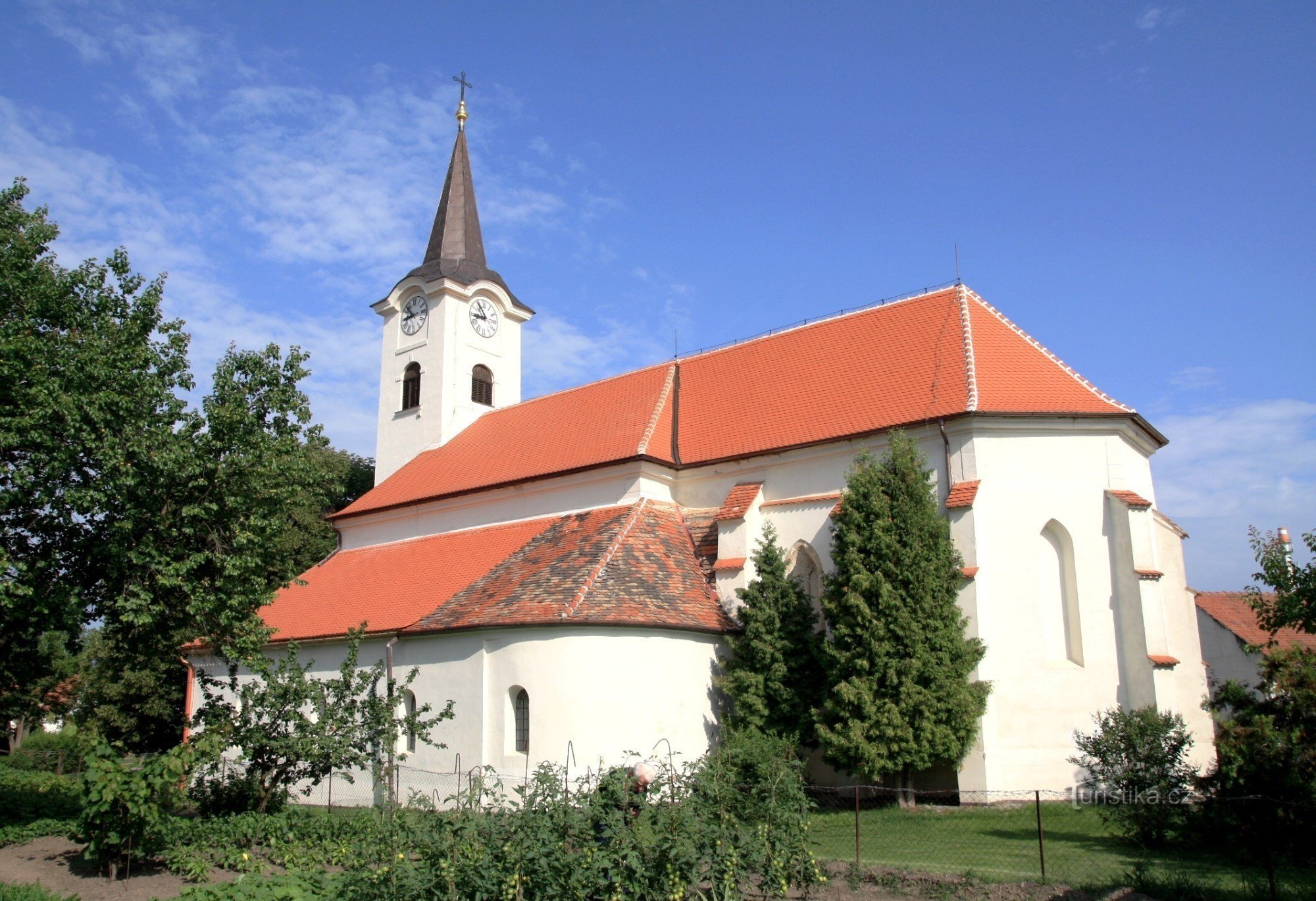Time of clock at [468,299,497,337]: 8:54
